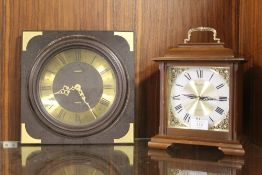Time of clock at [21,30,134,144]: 8:25
